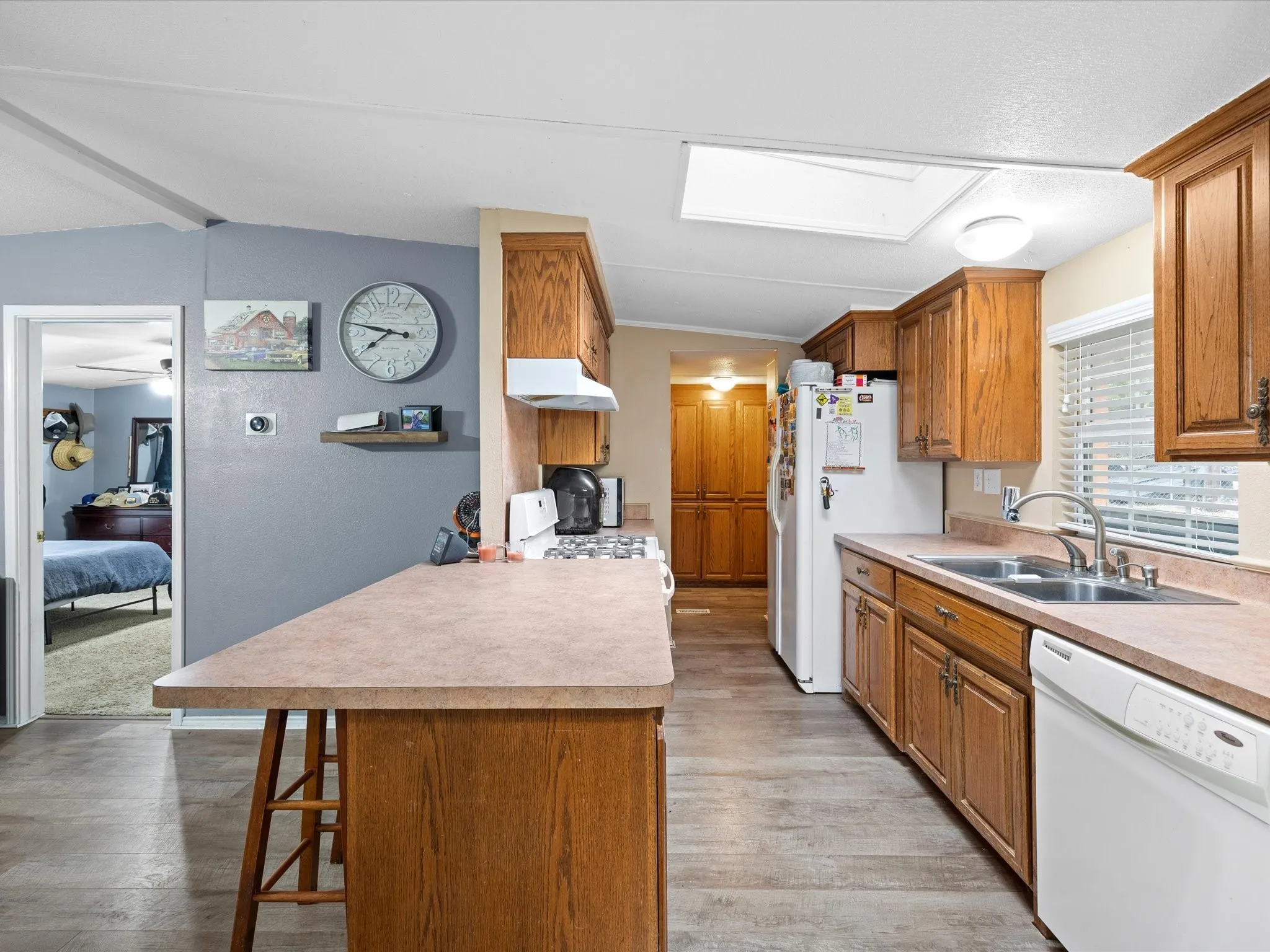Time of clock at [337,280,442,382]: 7:47
